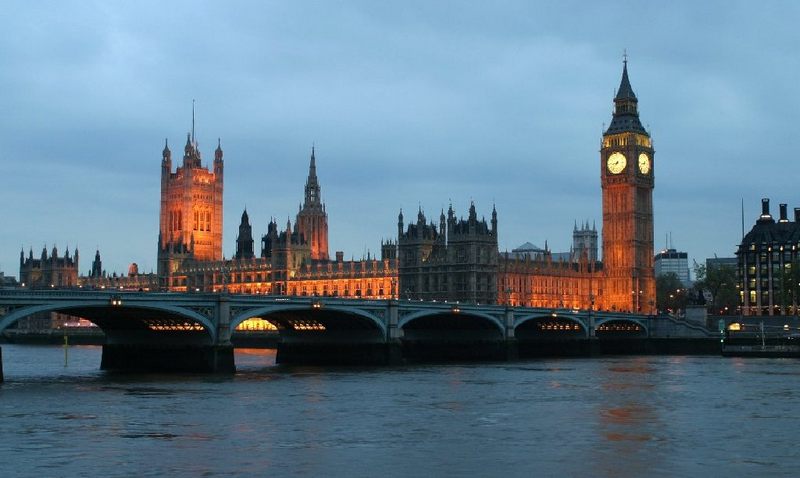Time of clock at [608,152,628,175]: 8:37
